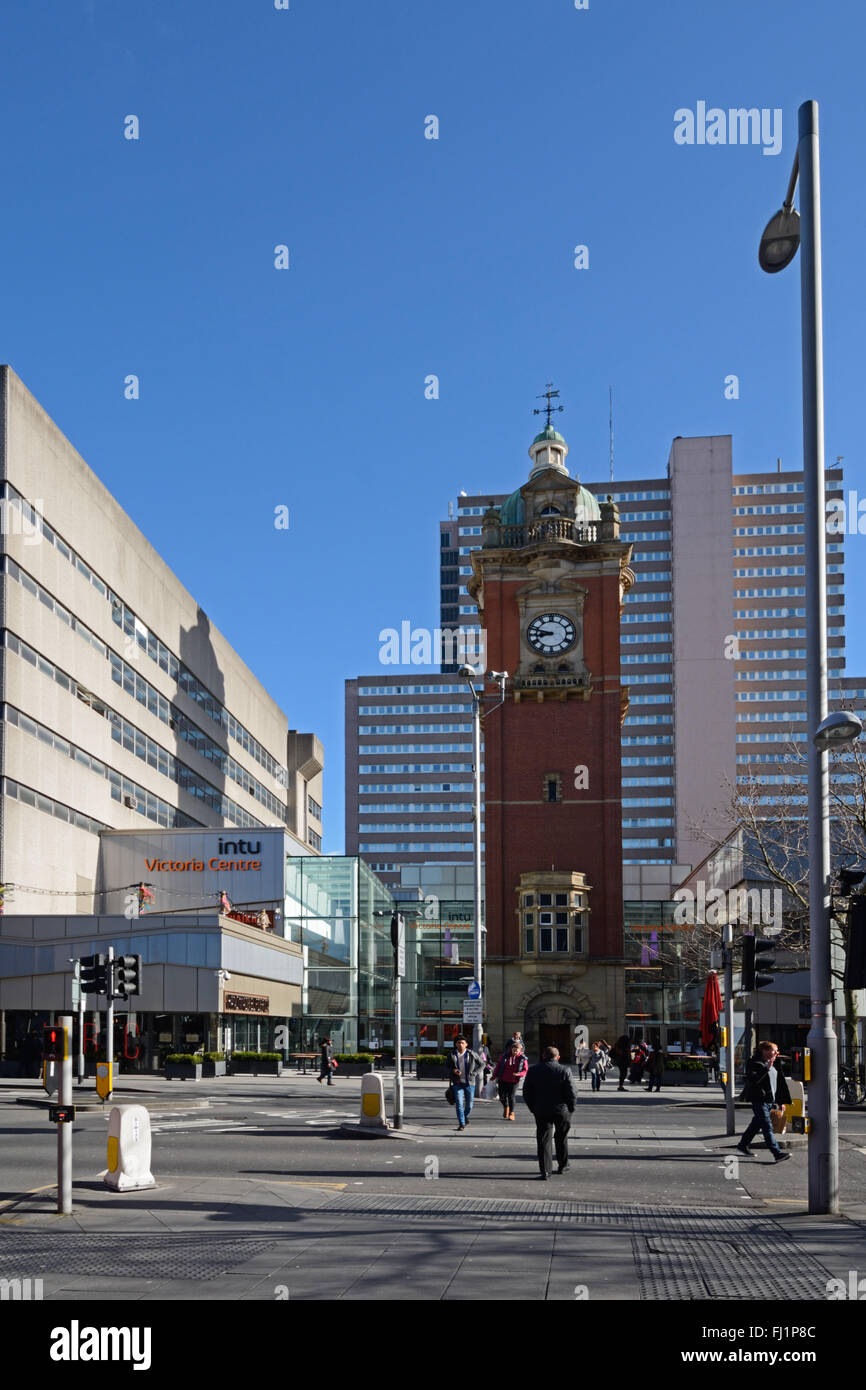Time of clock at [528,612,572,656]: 8:47
